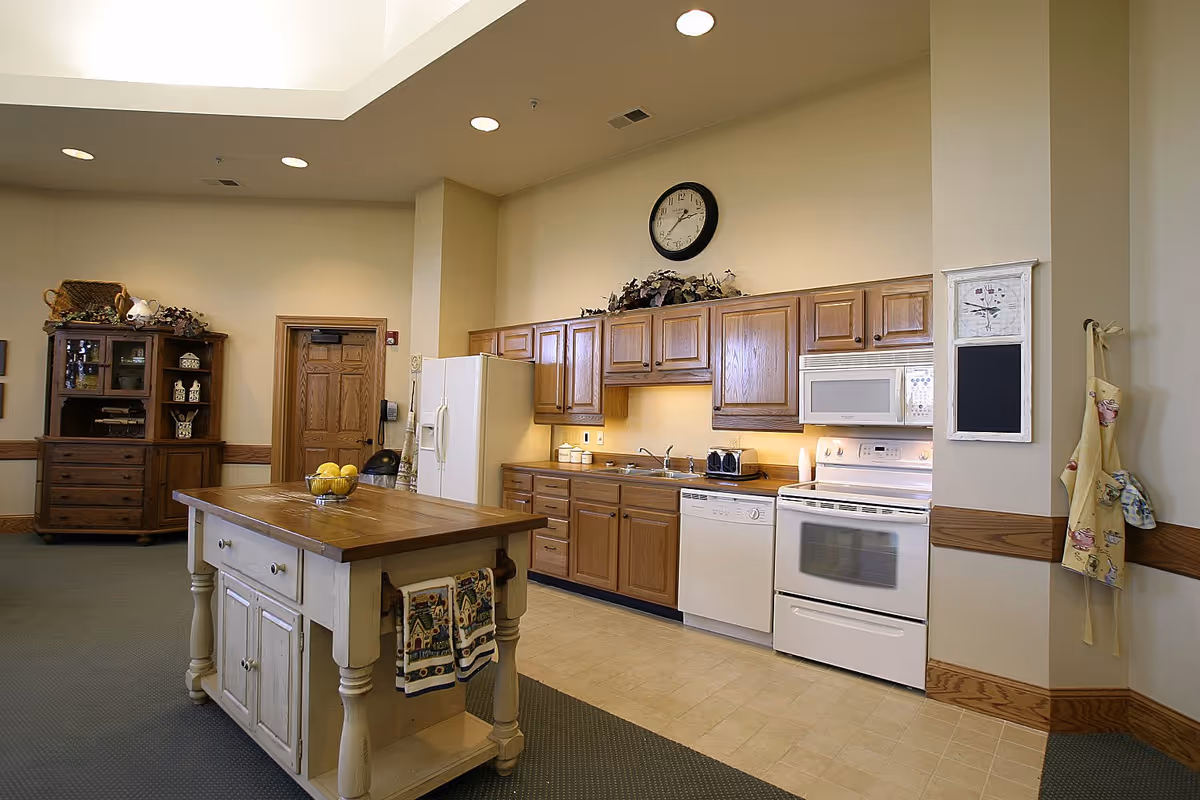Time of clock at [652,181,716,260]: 2:37
